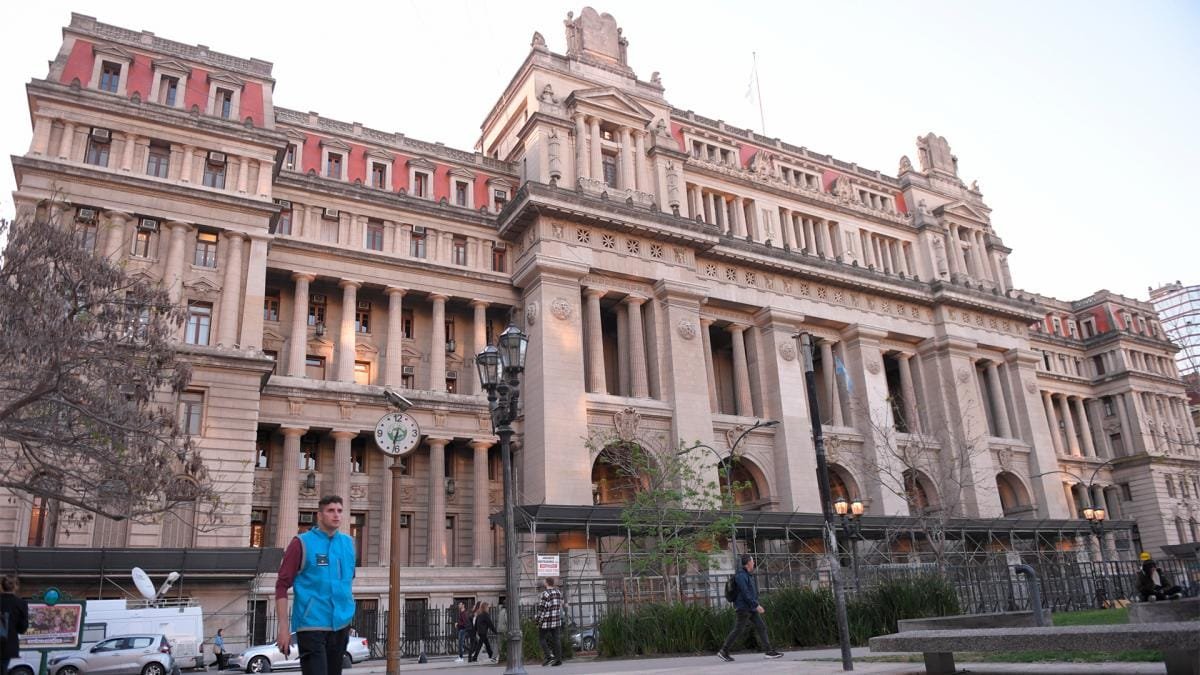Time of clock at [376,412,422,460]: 6:32
